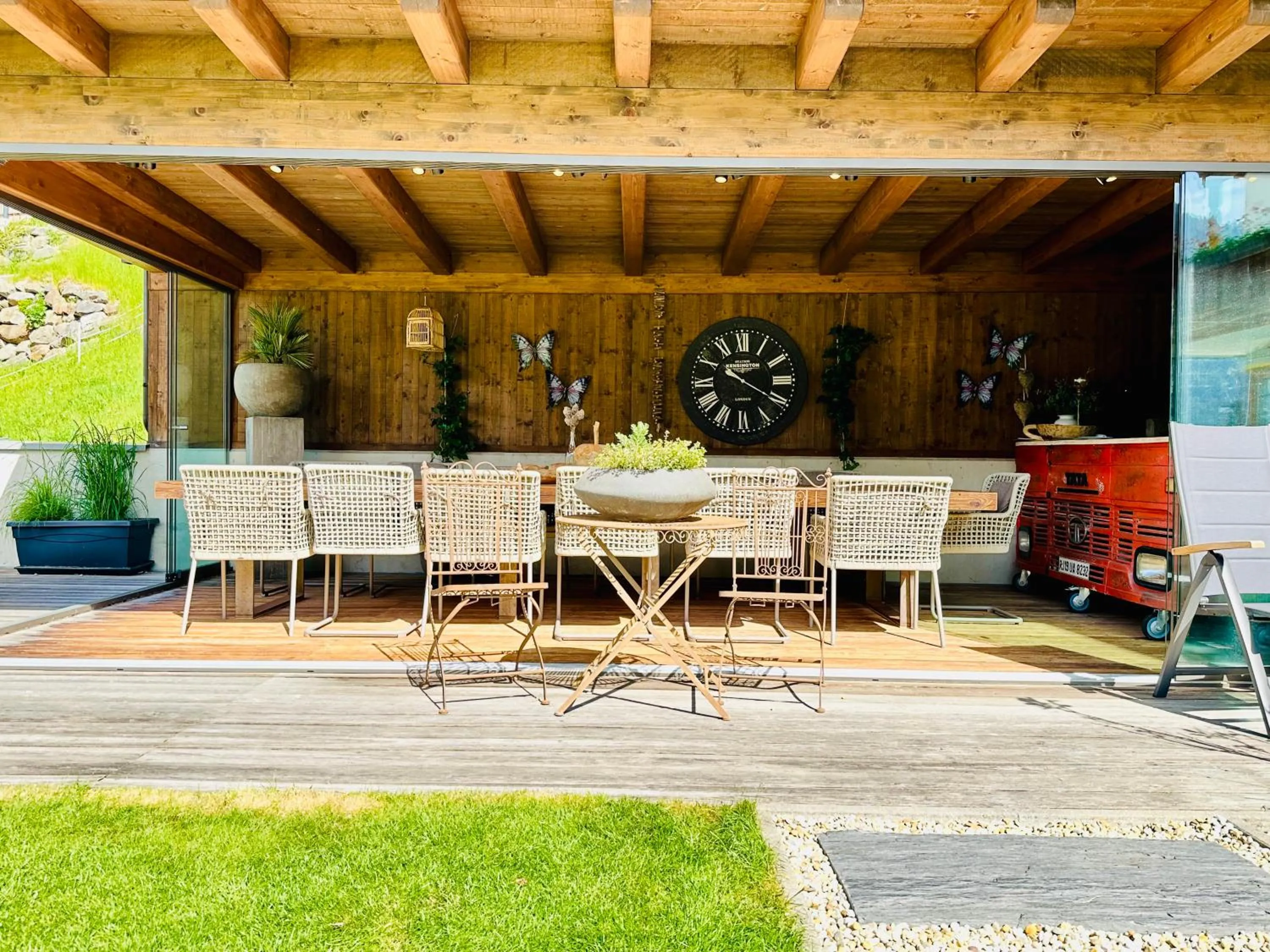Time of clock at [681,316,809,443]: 10:20
